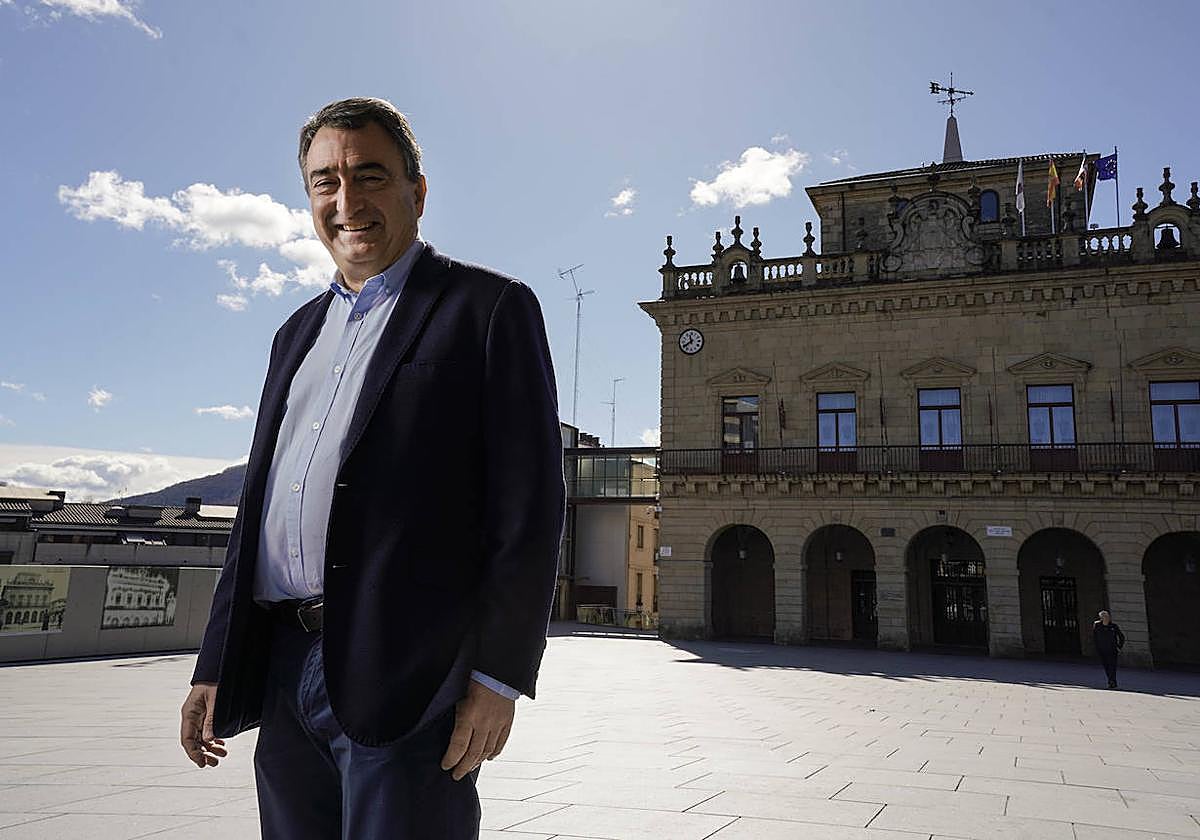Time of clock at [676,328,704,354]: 11:39
